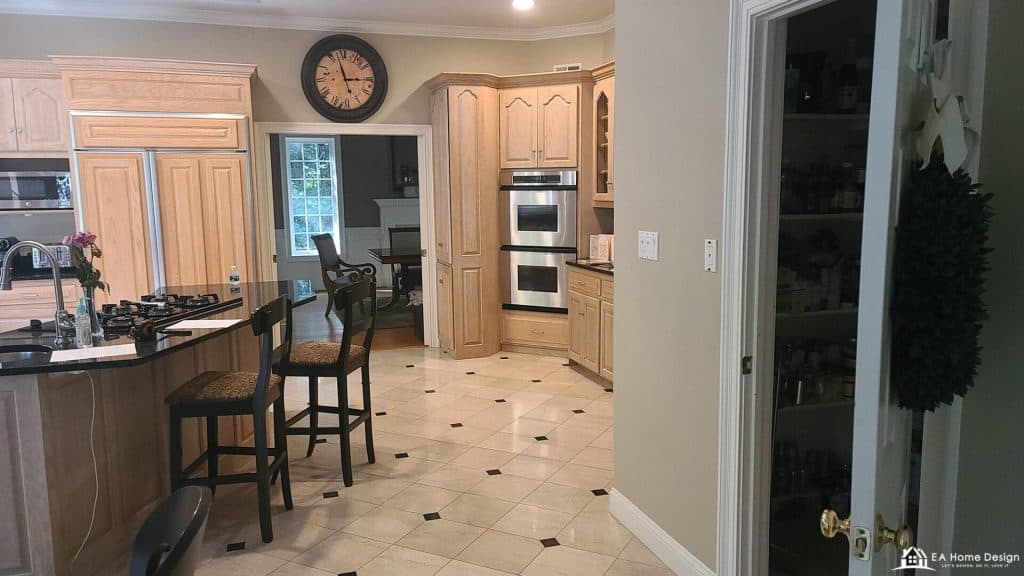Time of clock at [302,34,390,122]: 2:57
